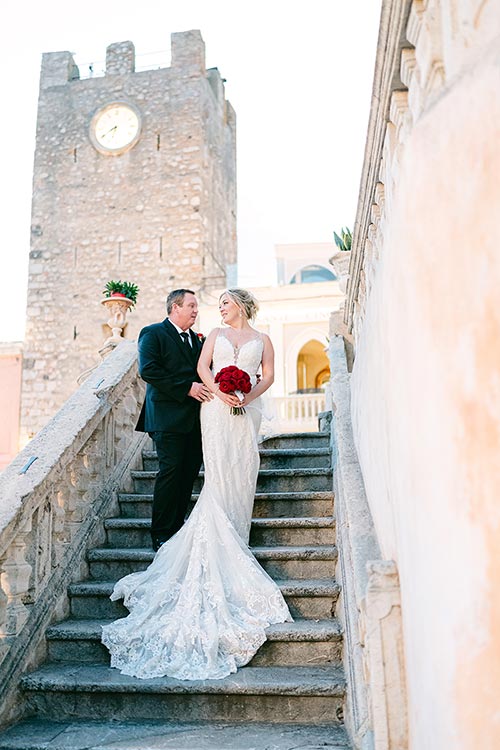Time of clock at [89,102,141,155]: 6:40
